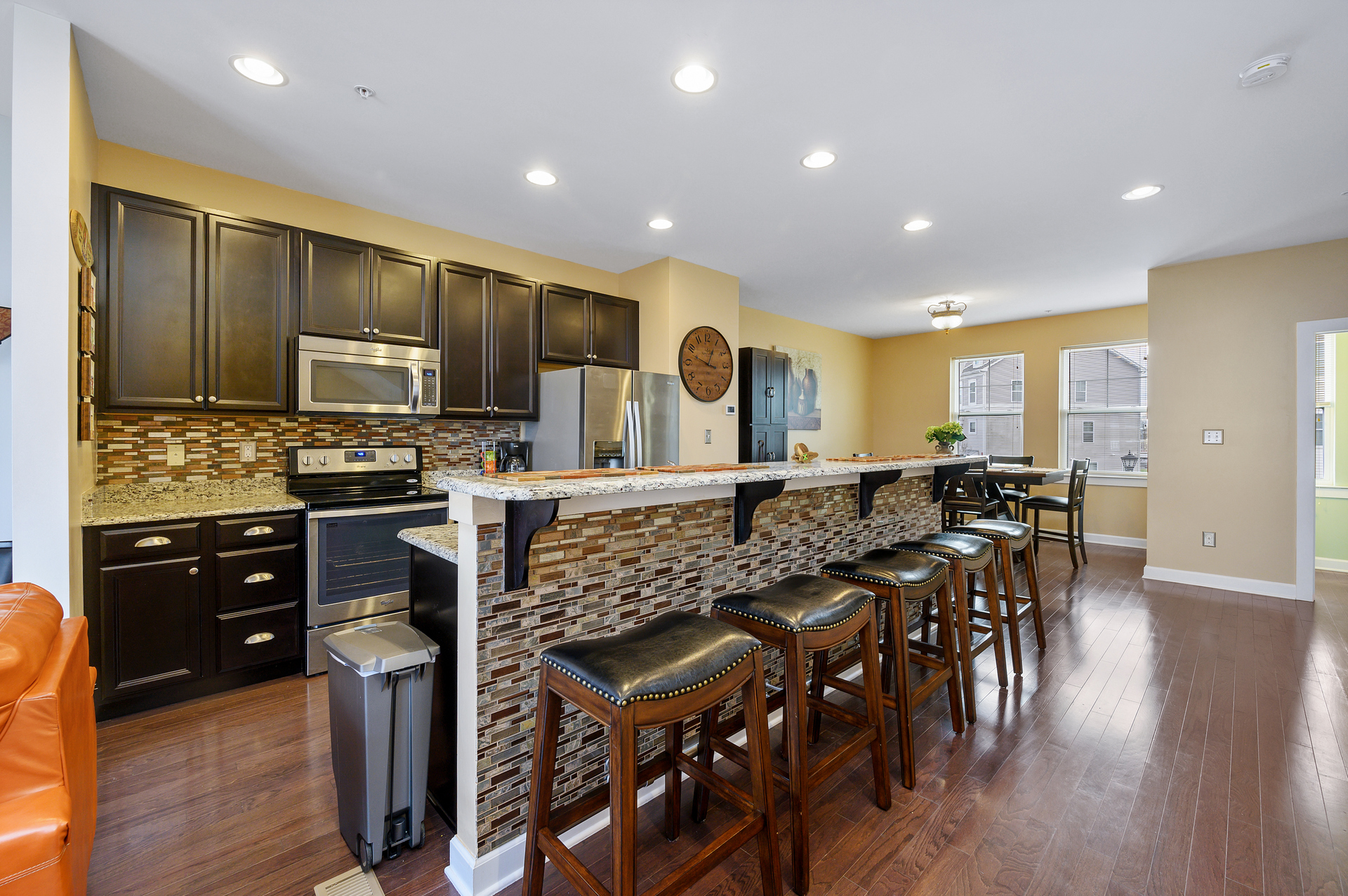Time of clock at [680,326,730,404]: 12:48
